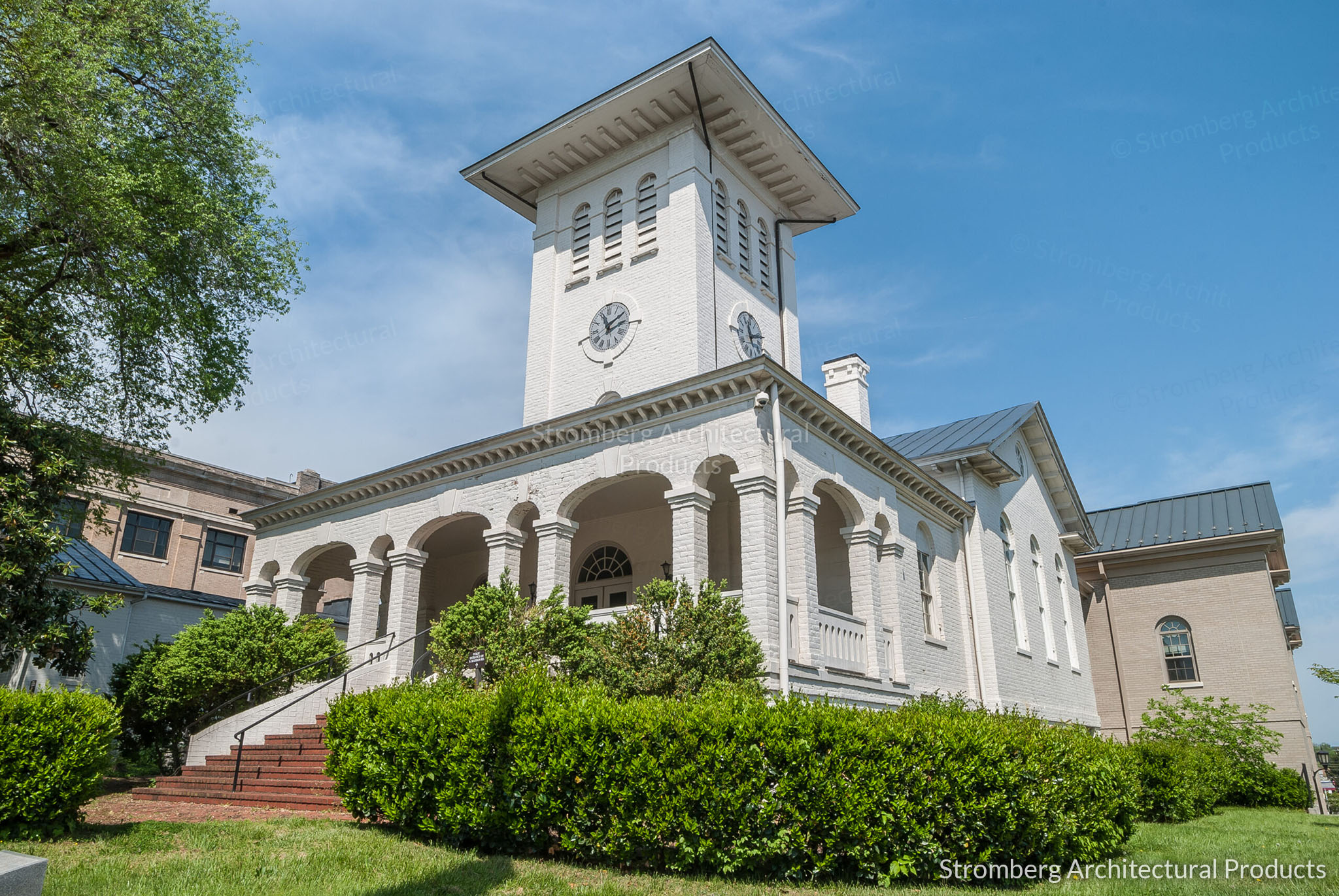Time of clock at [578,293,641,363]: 11:10
